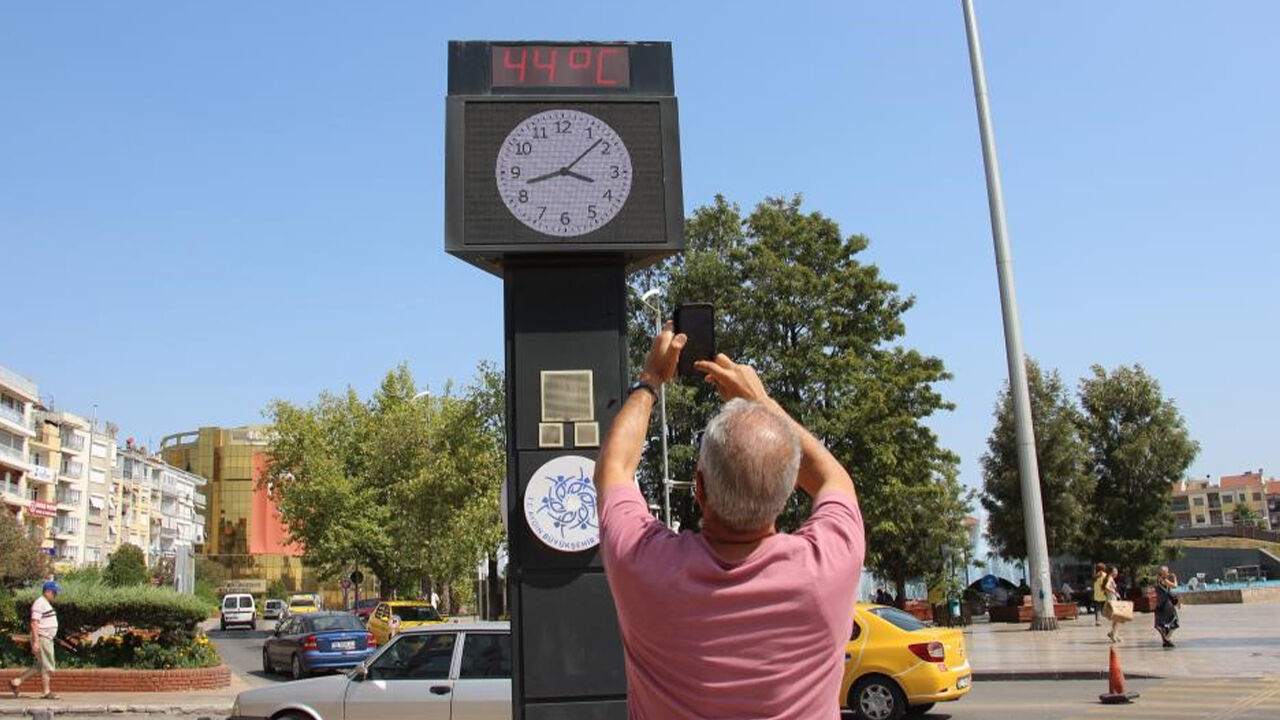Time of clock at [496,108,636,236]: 3:42
